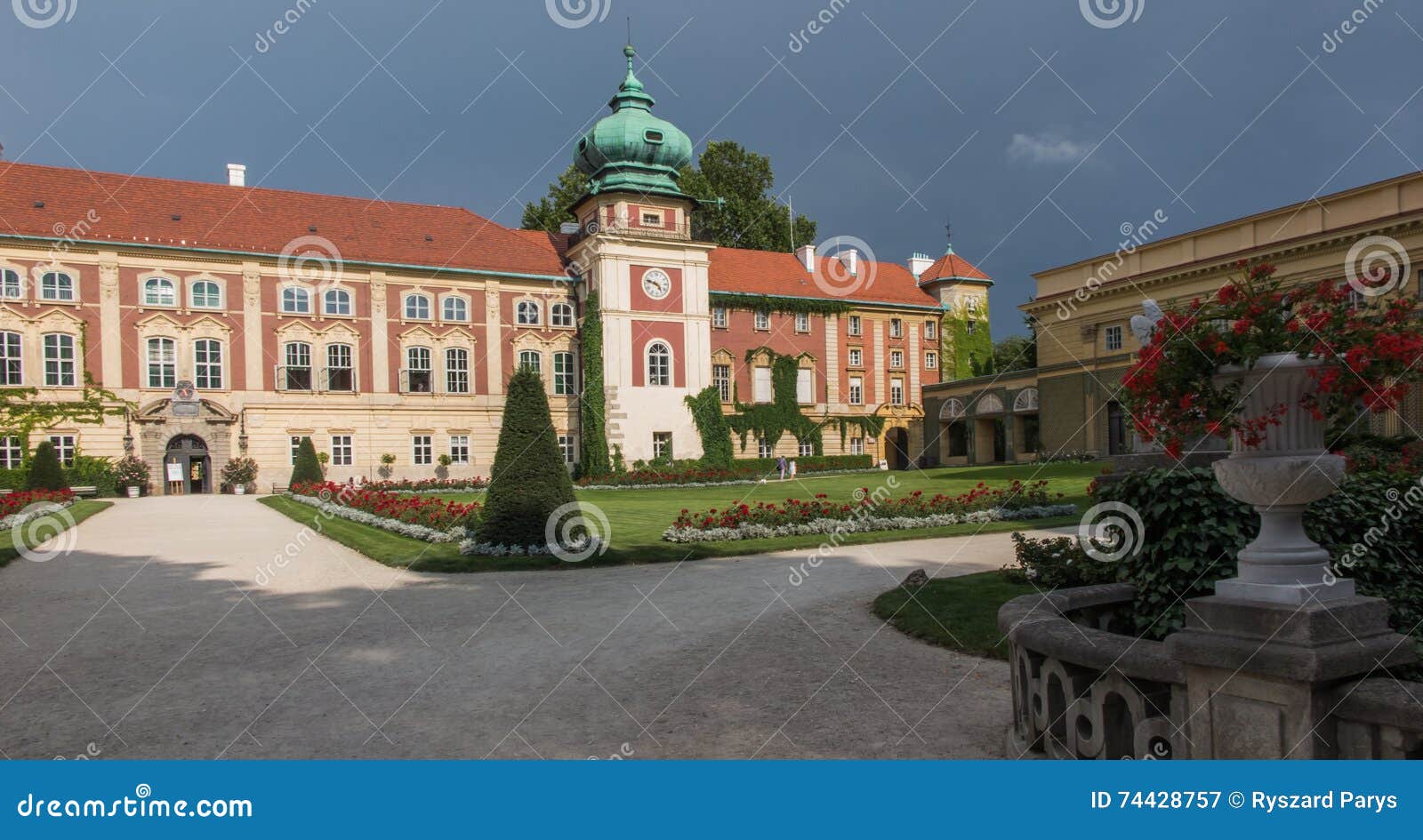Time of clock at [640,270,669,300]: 4:47
